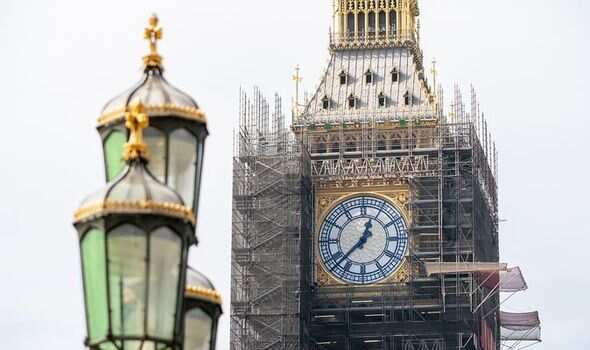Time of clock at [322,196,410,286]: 12:37
